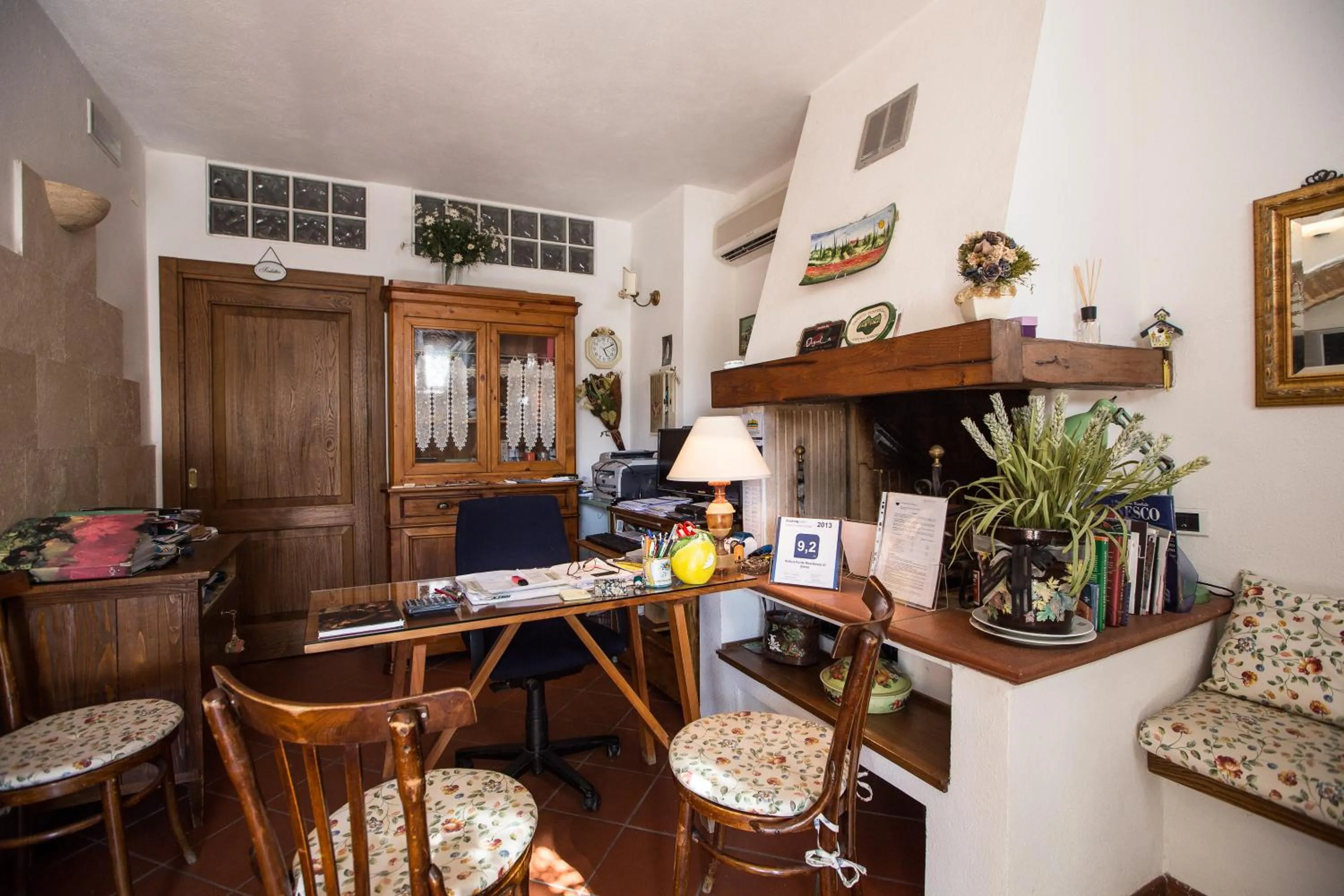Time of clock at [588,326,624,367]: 5:11
